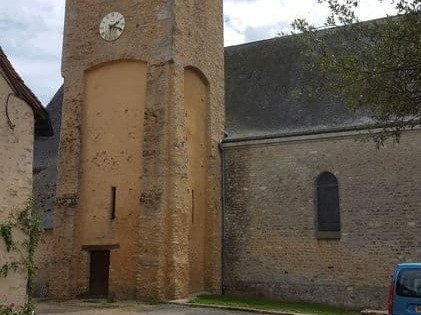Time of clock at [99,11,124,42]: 2:18
